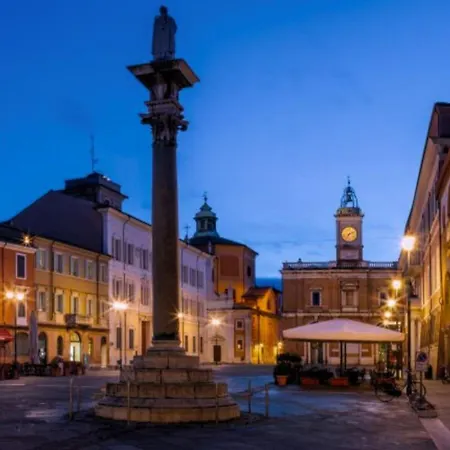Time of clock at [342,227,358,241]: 7:11
